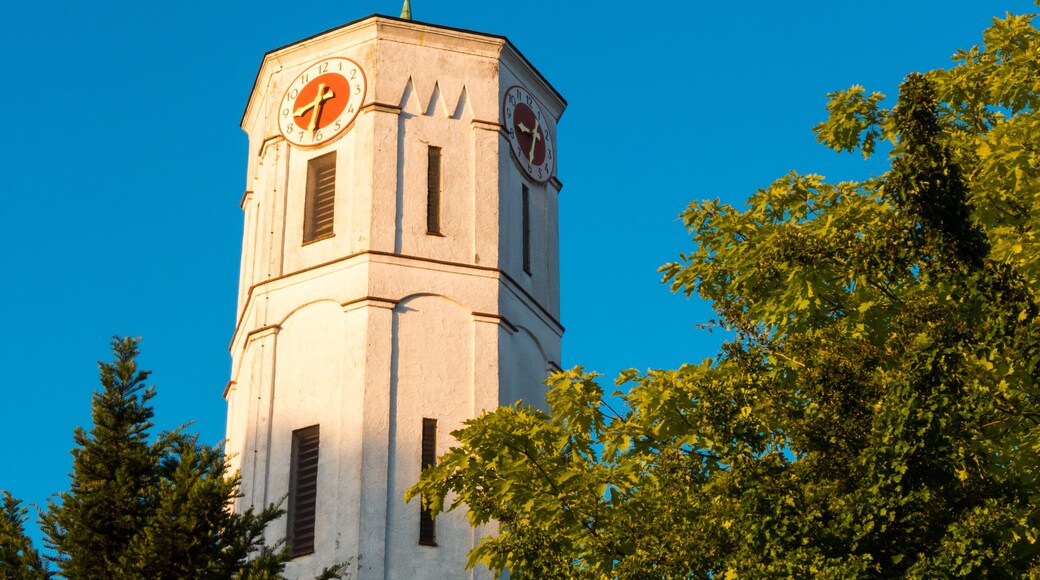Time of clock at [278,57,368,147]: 8:32
